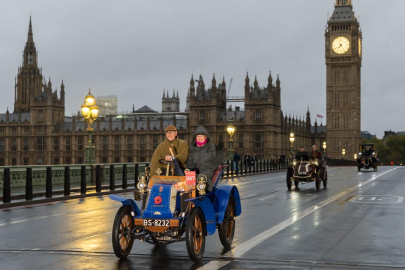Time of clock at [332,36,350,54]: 7:24
